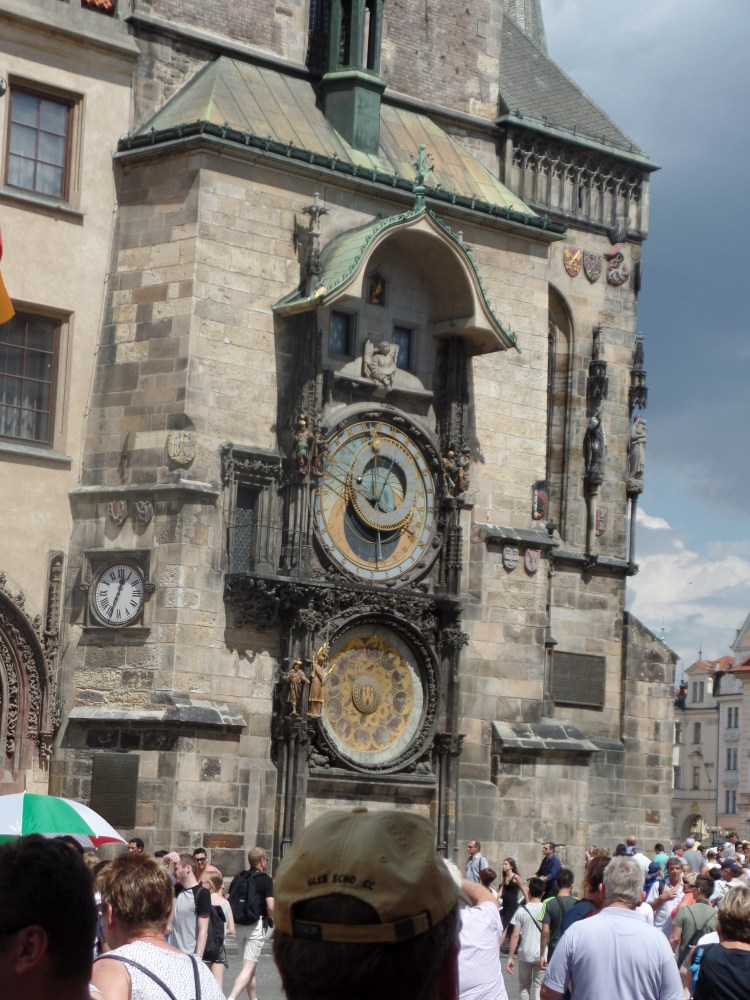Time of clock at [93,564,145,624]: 12:33
